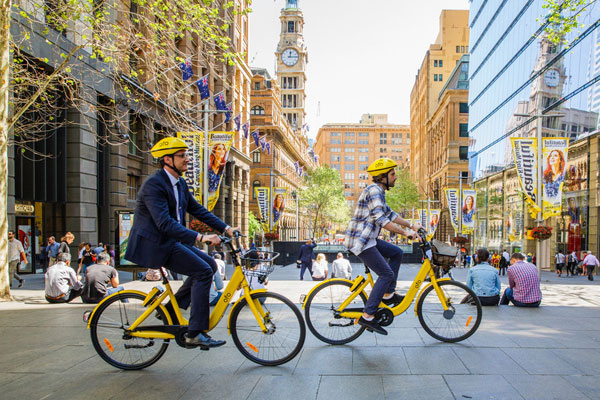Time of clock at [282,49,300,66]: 12:14
